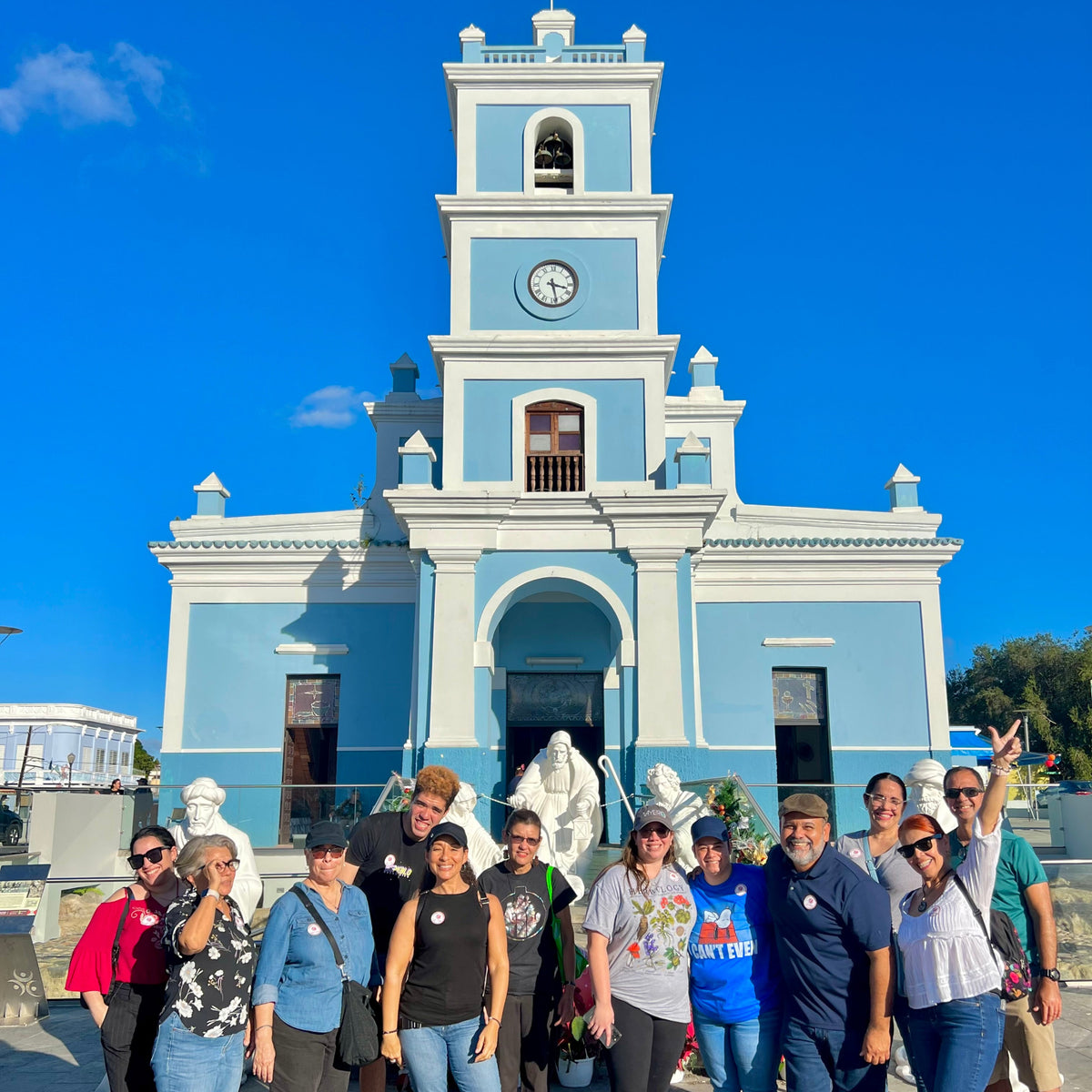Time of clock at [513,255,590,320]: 3:28
